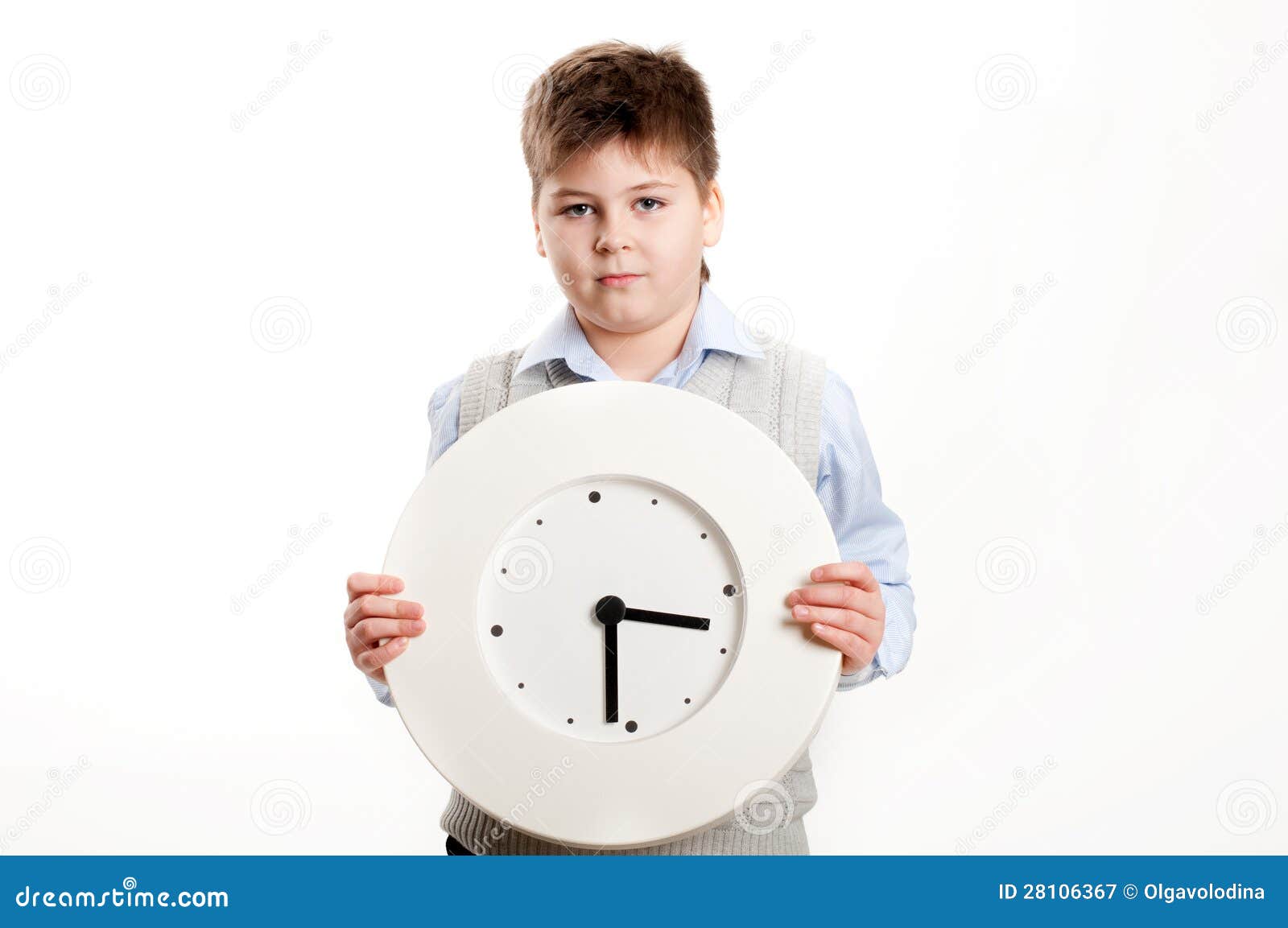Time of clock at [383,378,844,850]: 6:18
